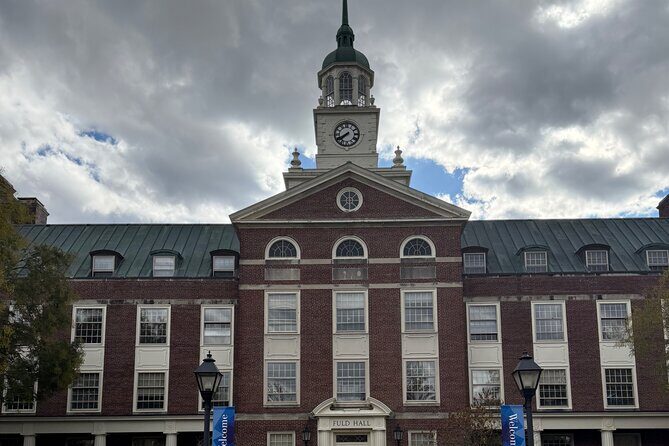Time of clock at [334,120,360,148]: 7:40
